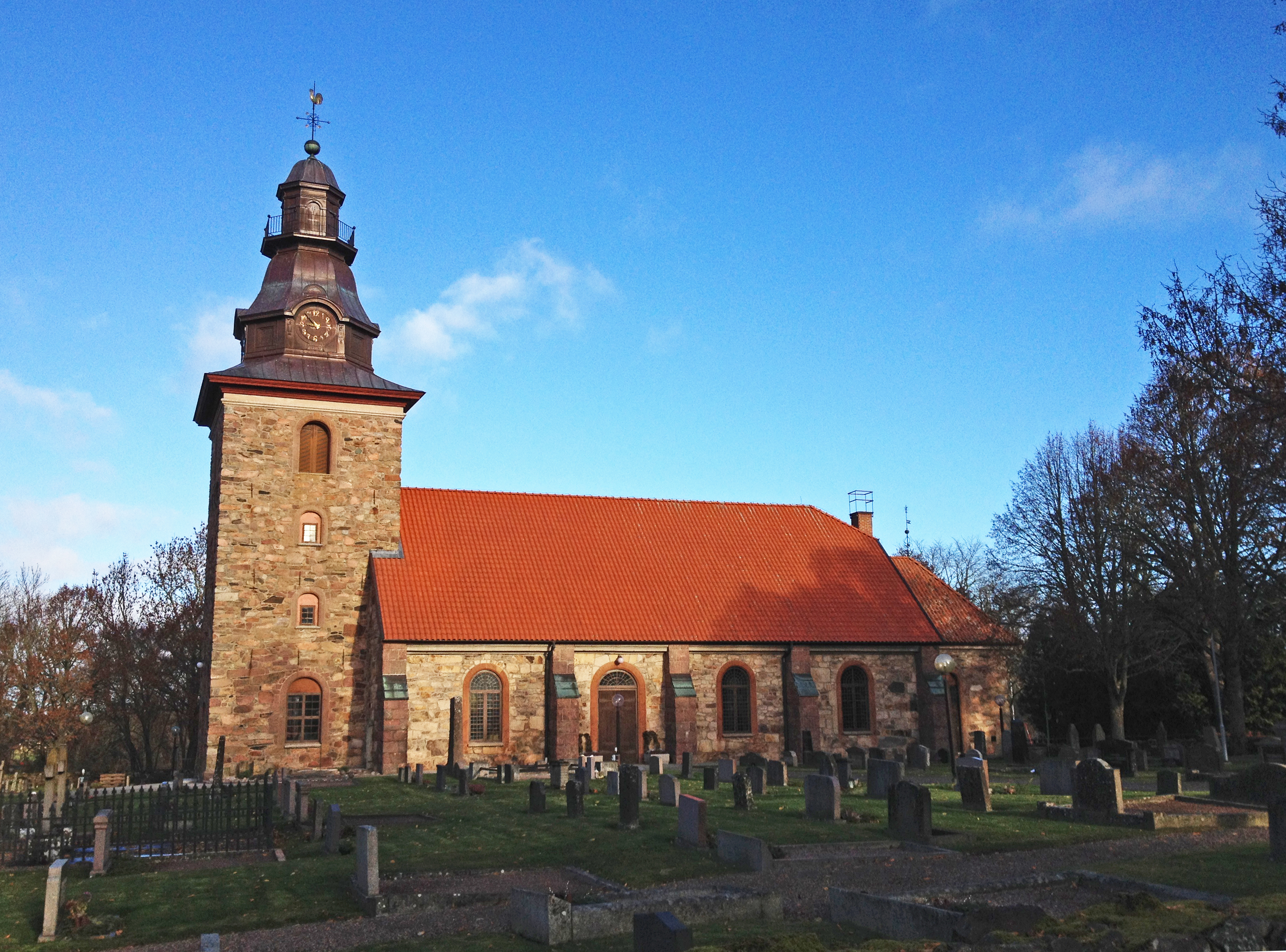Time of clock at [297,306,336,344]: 8:52
